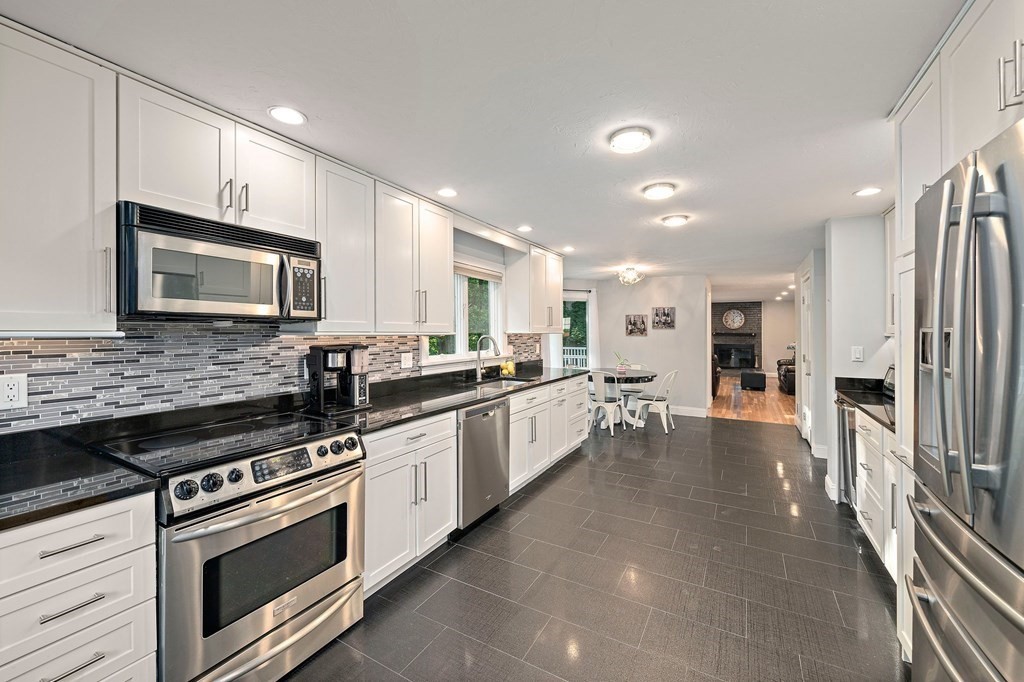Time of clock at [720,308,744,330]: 6:07
